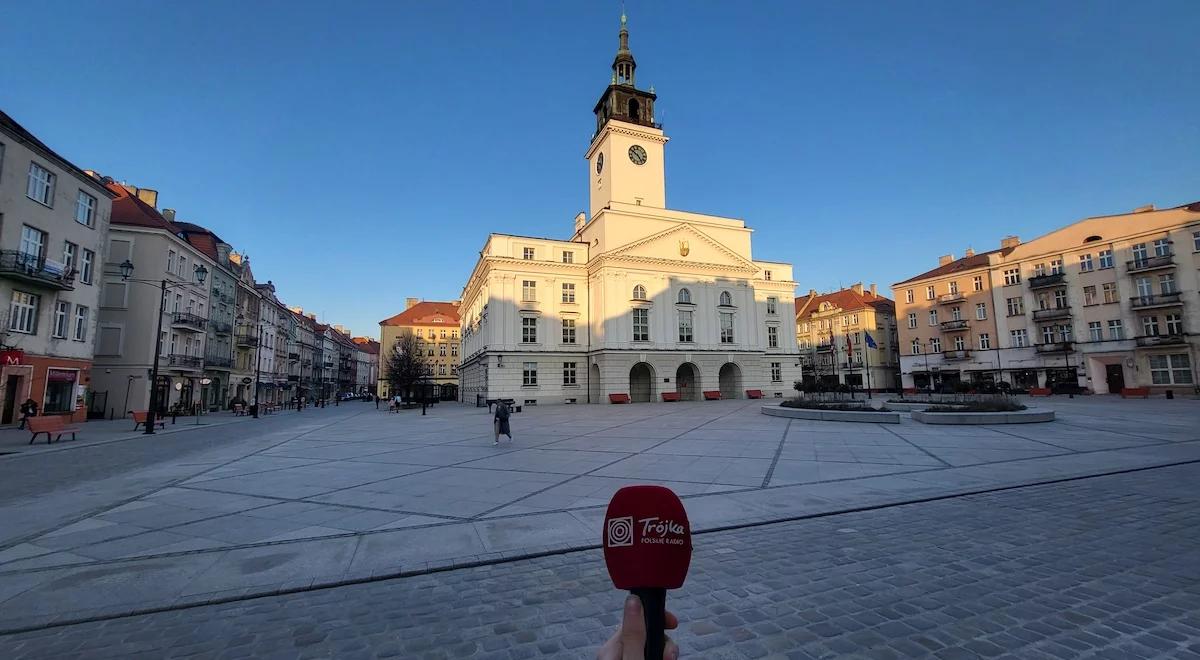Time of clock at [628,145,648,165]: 4:50
